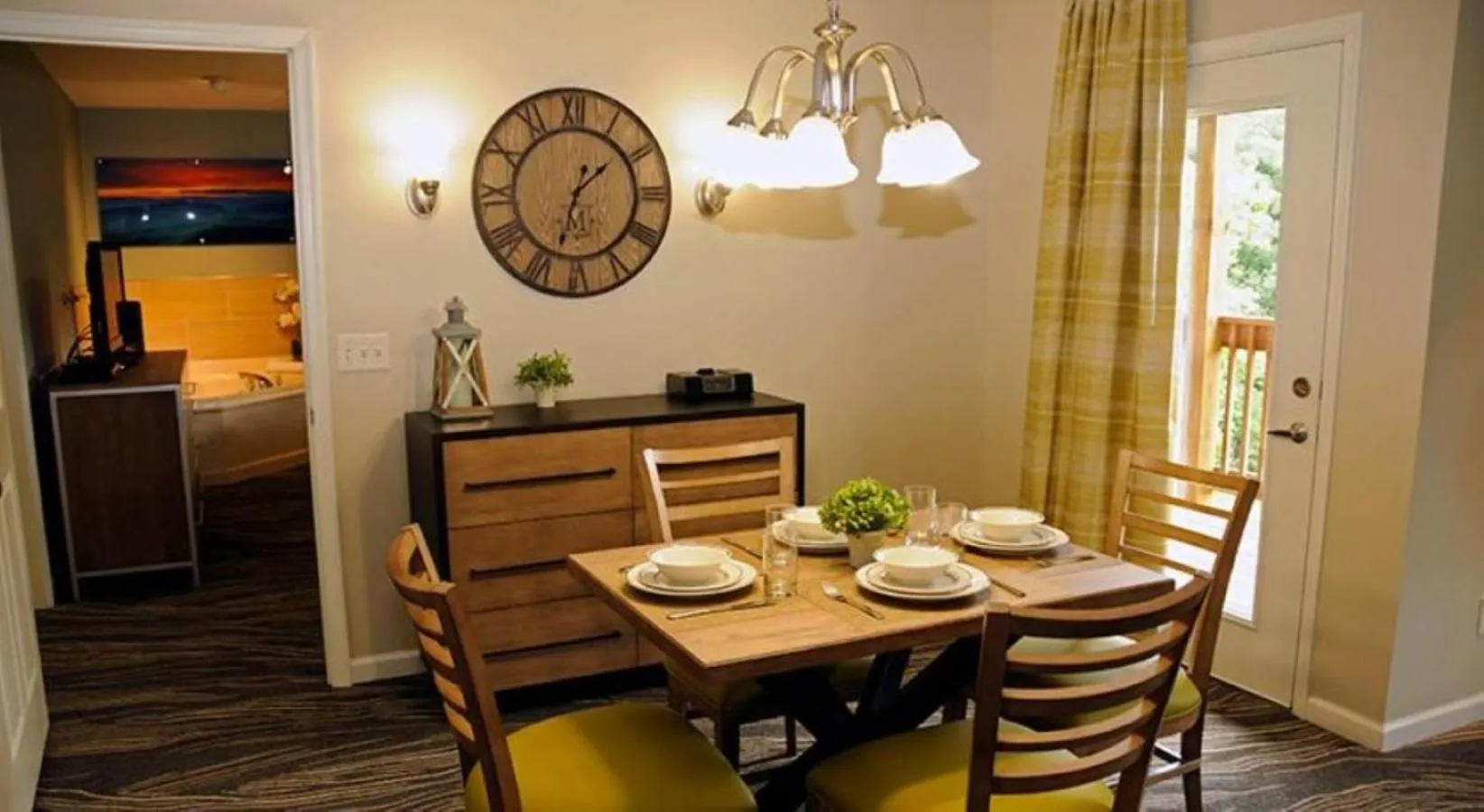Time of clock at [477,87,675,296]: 1:33
